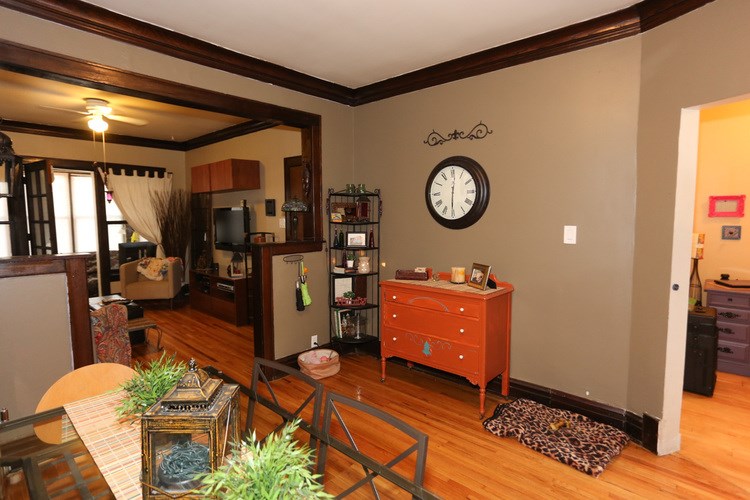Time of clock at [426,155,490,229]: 6:01
